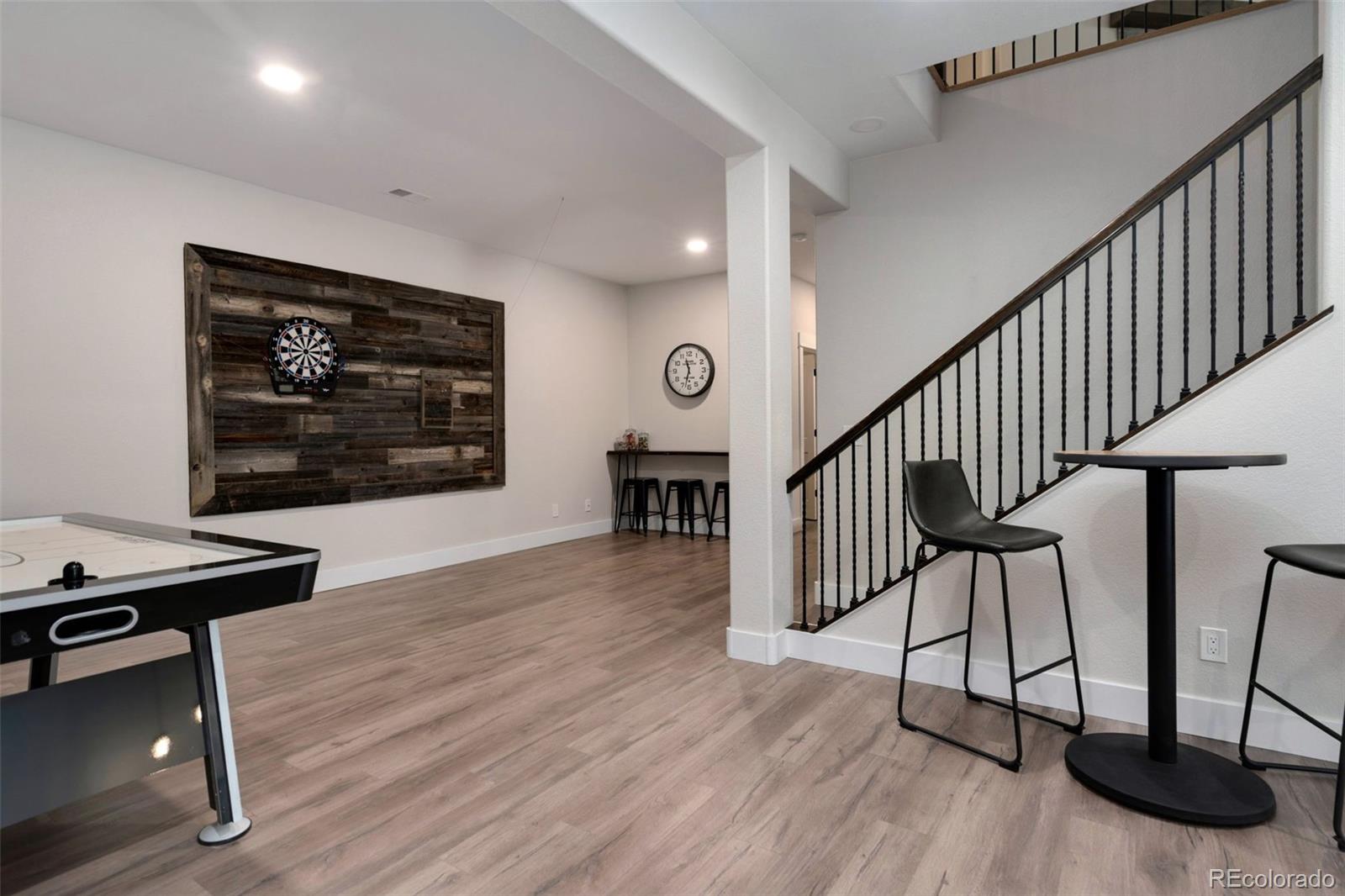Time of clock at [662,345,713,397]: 11:32
